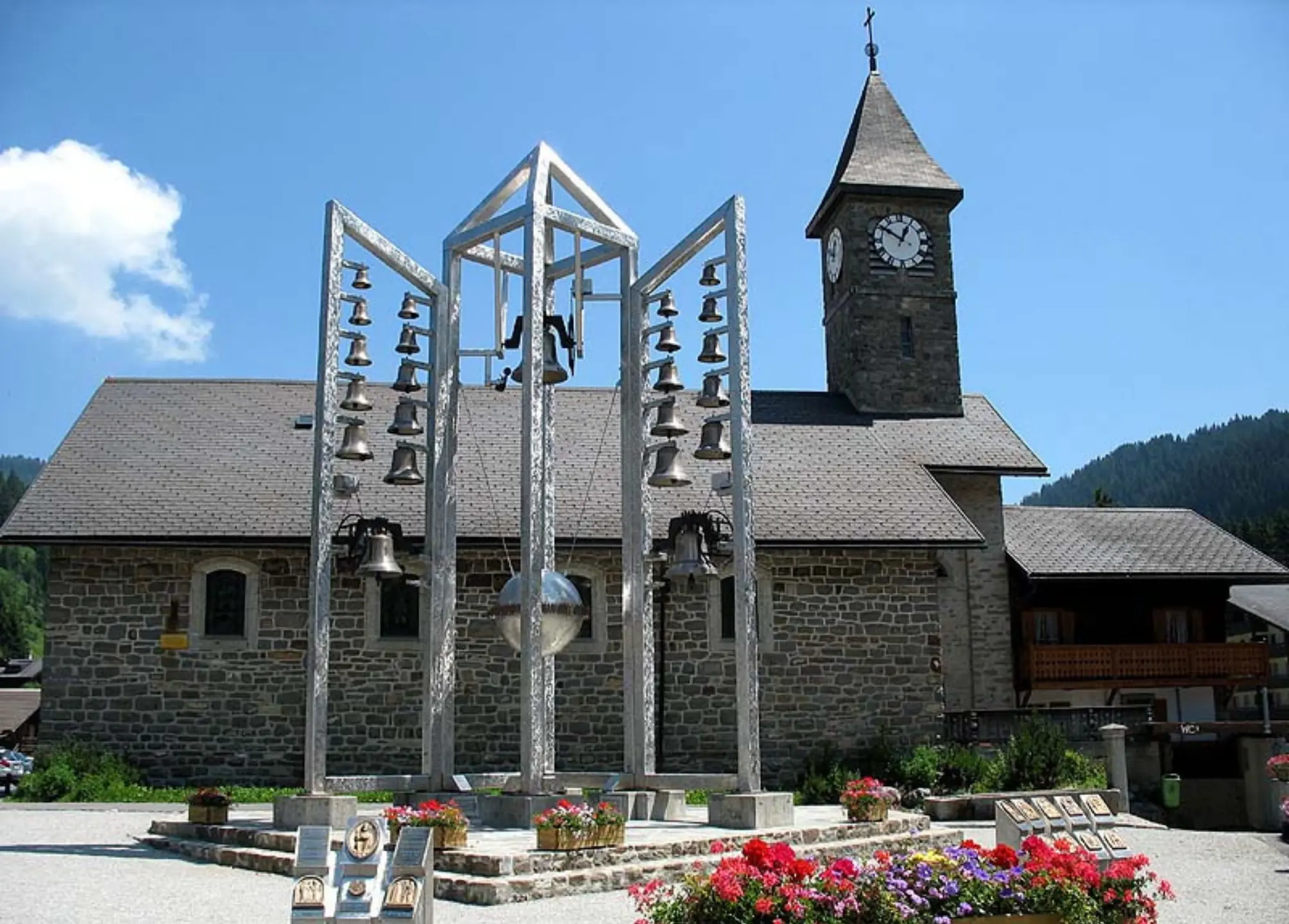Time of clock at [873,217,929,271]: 12:50
